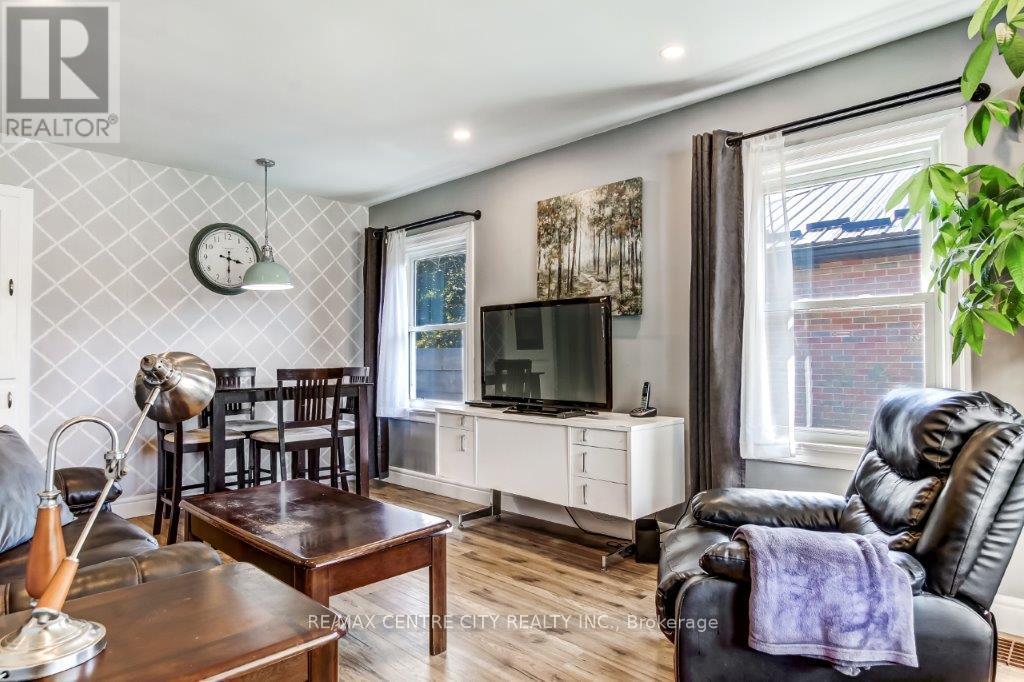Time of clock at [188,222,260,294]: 3:29
